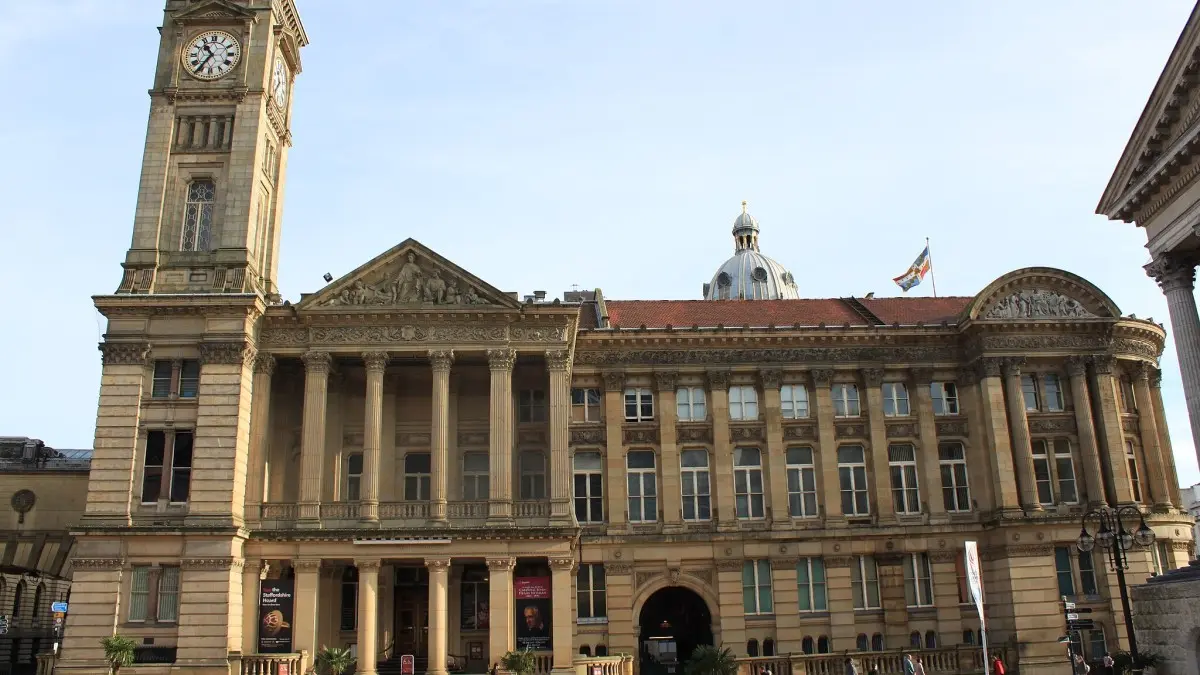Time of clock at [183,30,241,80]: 10:36
